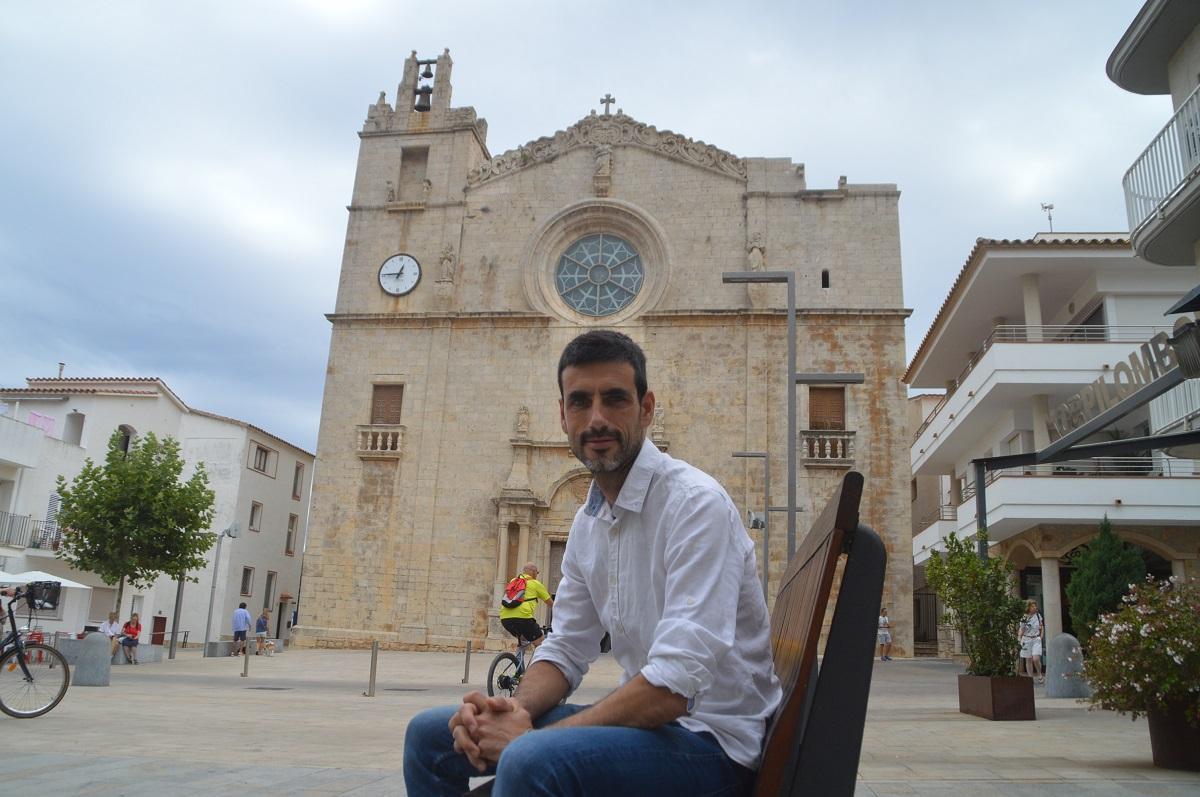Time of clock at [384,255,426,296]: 12:45
